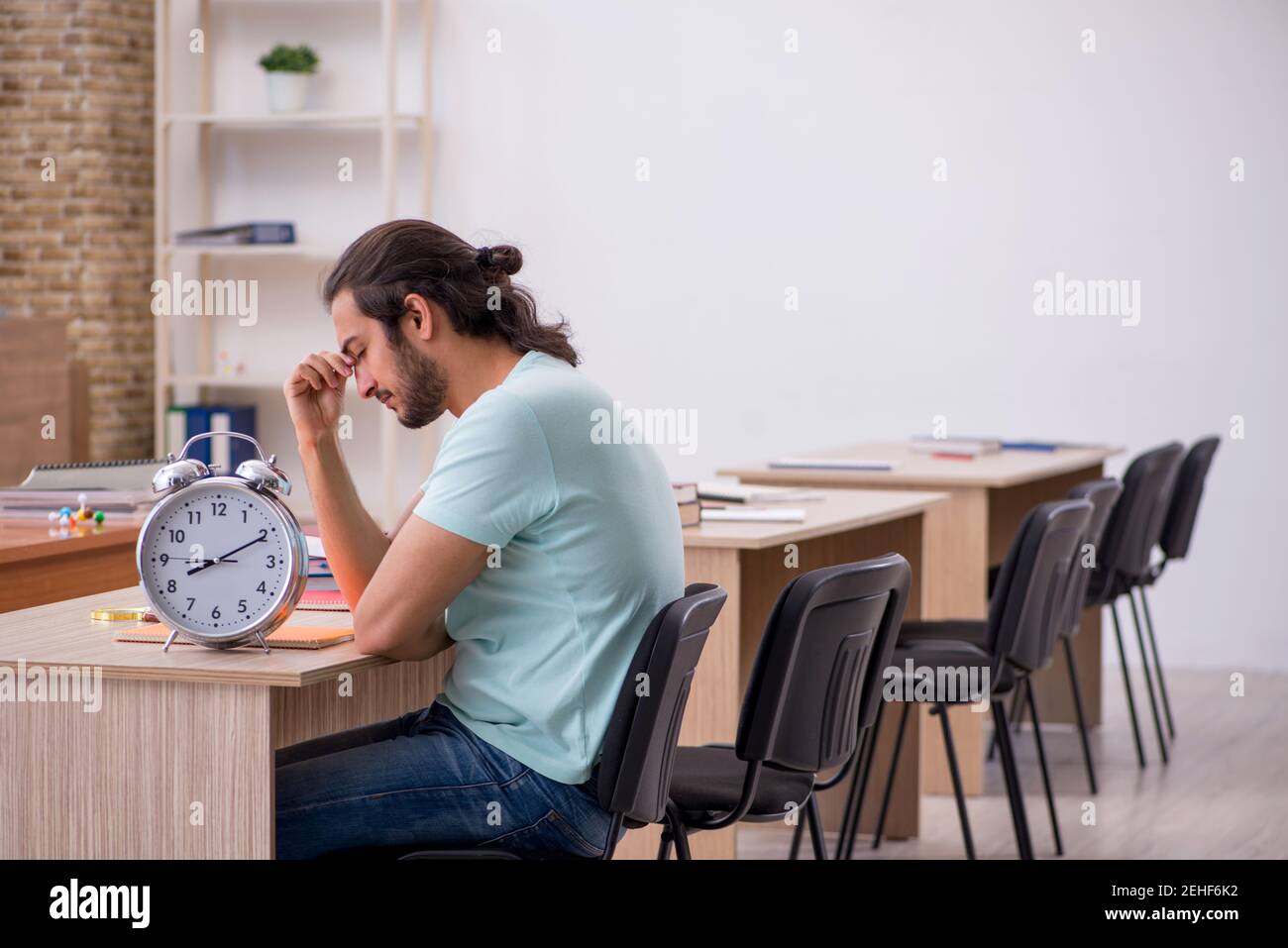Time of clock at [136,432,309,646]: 8:10
